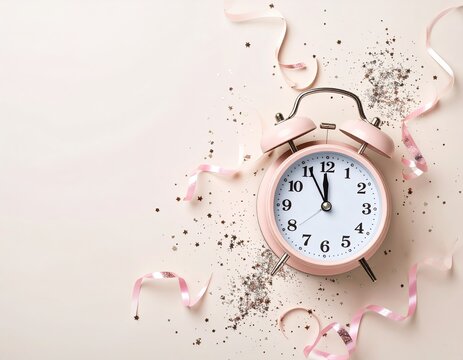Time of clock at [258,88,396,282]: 11:55
